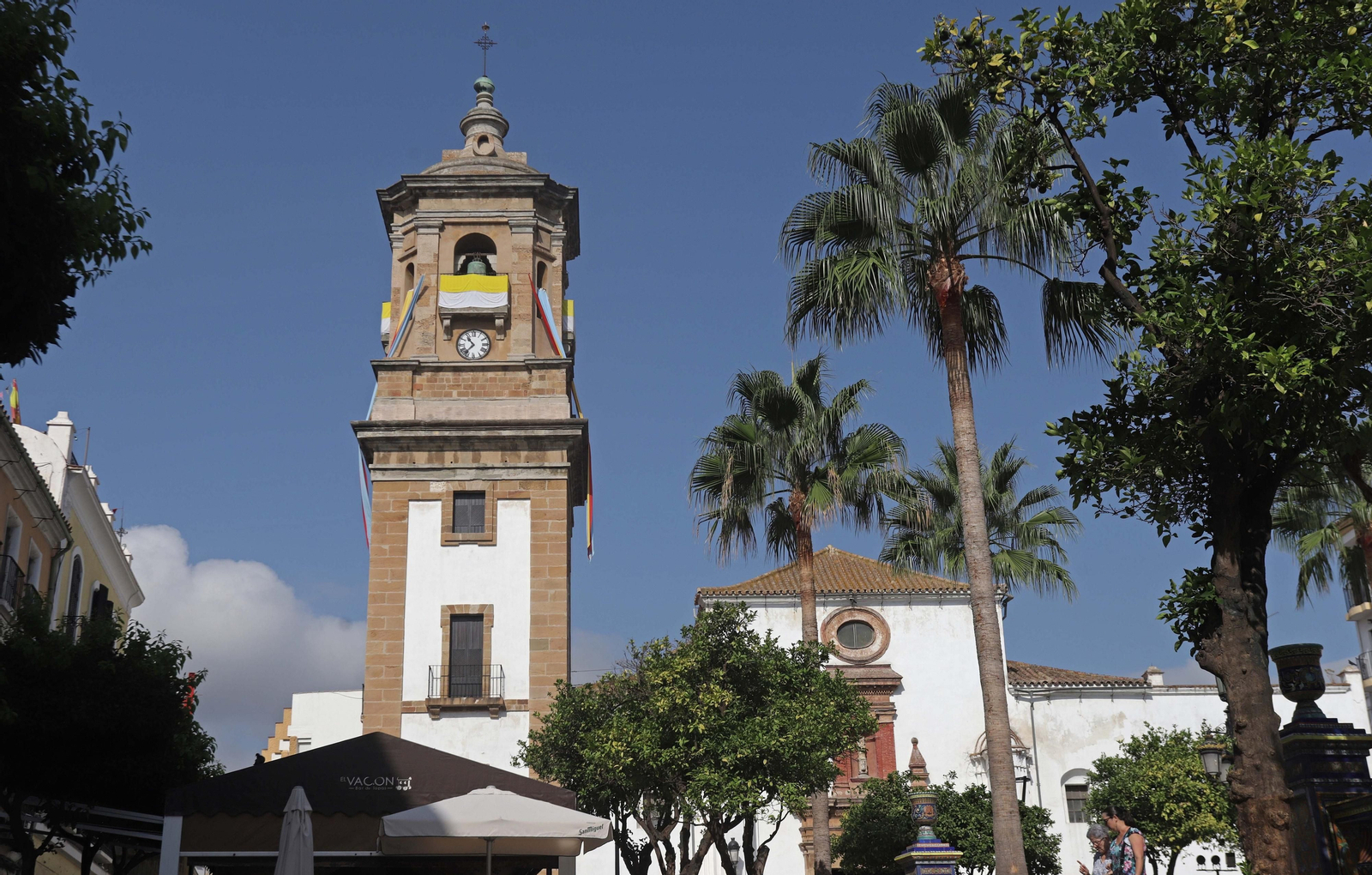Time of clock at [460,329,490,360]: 10:37
